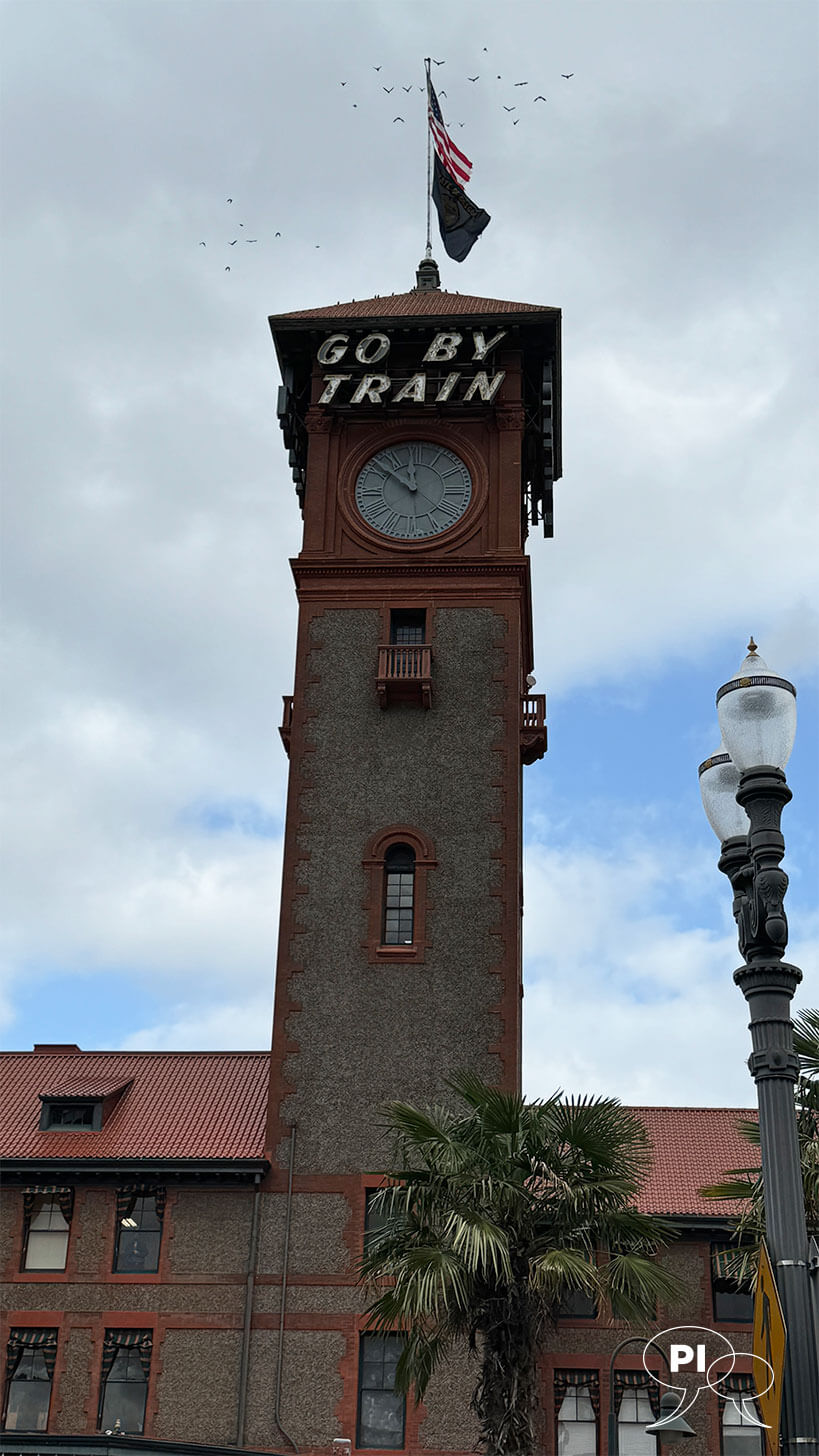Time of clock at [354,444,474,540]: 11:51
